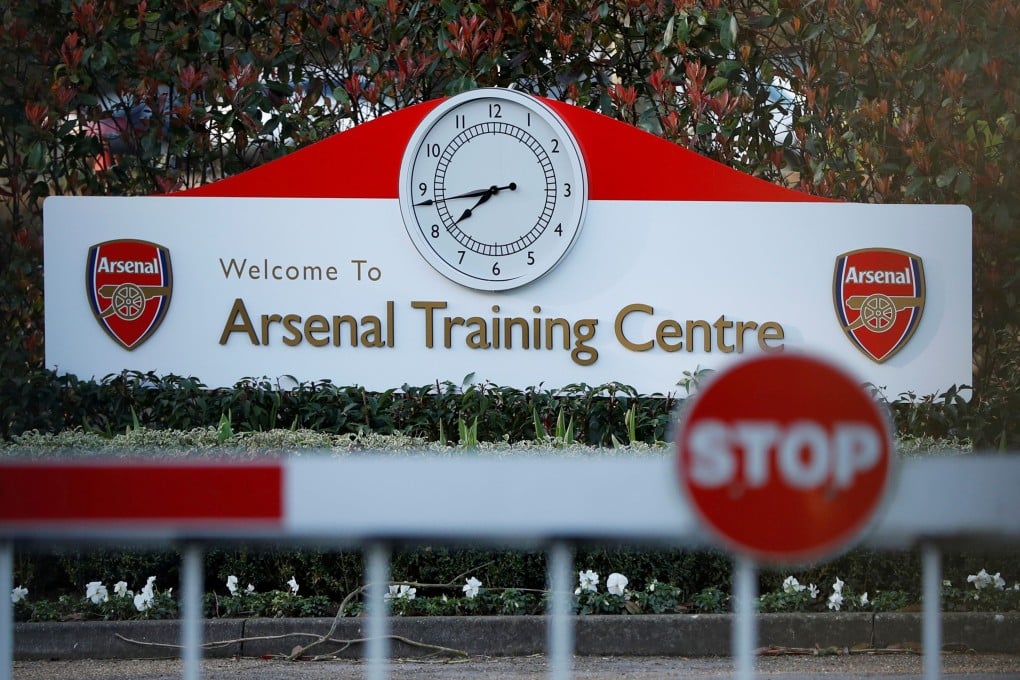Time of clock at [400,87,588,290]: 7:43
